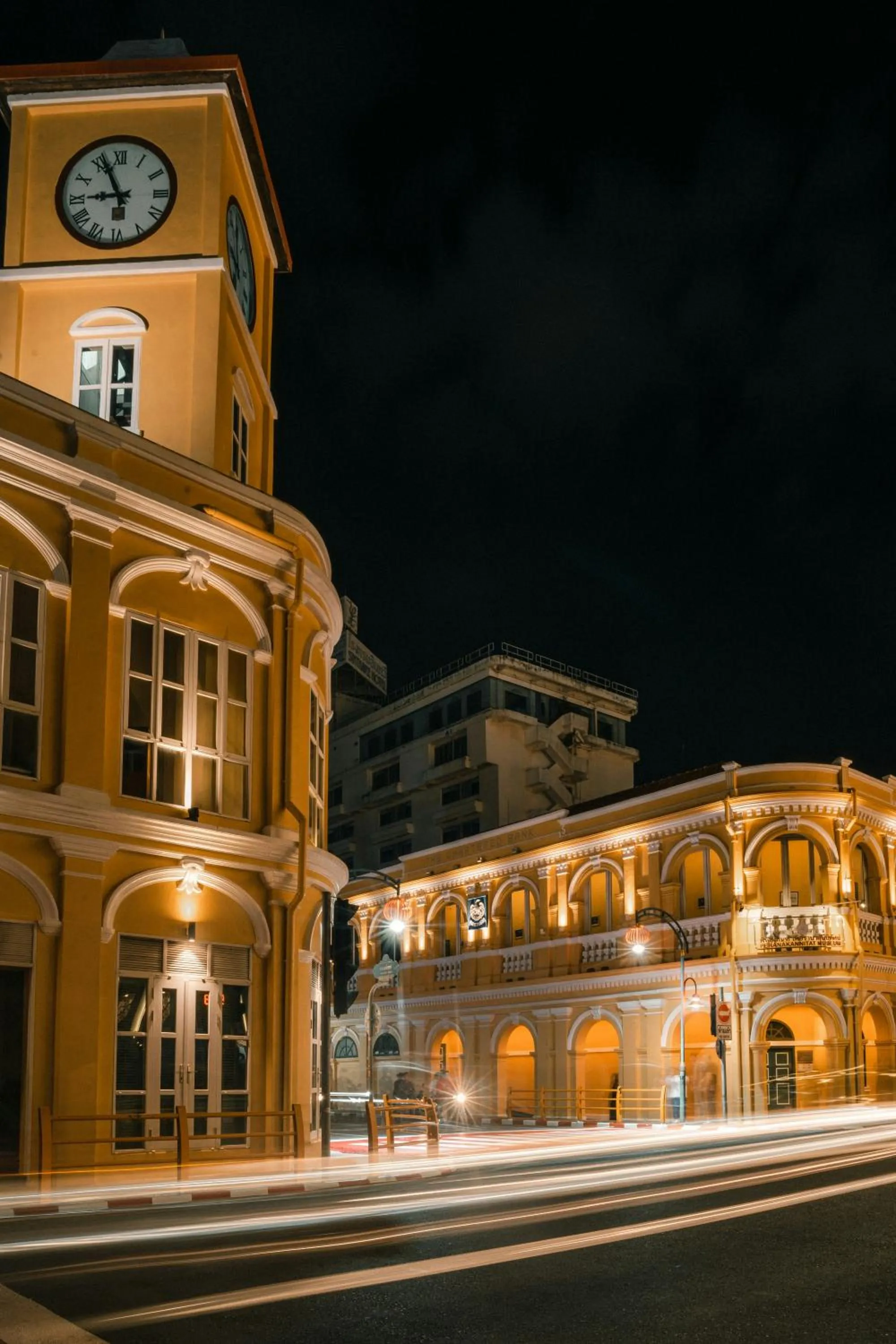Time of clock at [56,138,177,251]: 8:56
